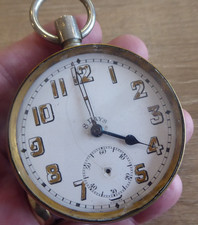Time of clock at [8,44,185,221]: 3:59
